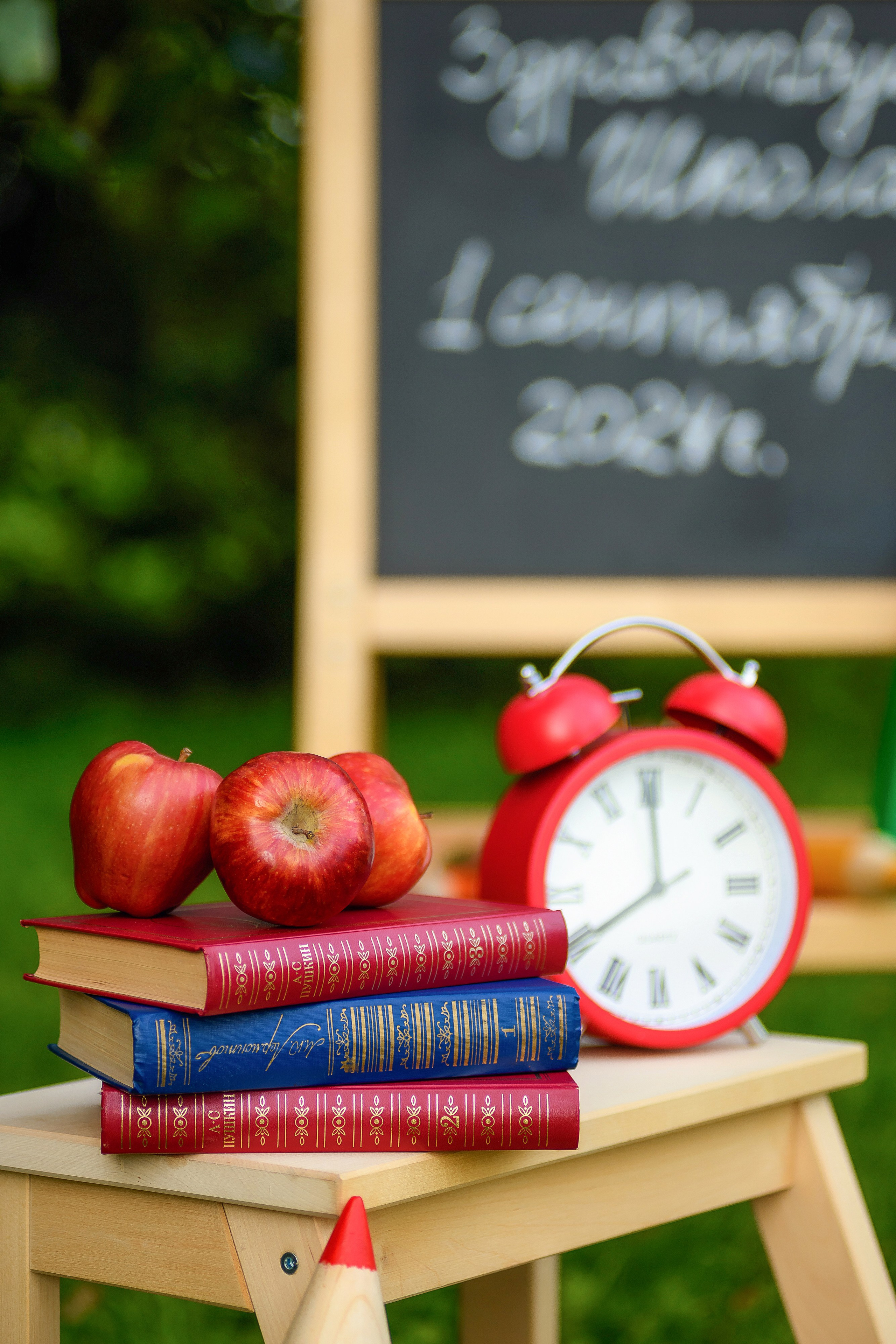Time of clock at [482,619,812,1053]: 7:59
